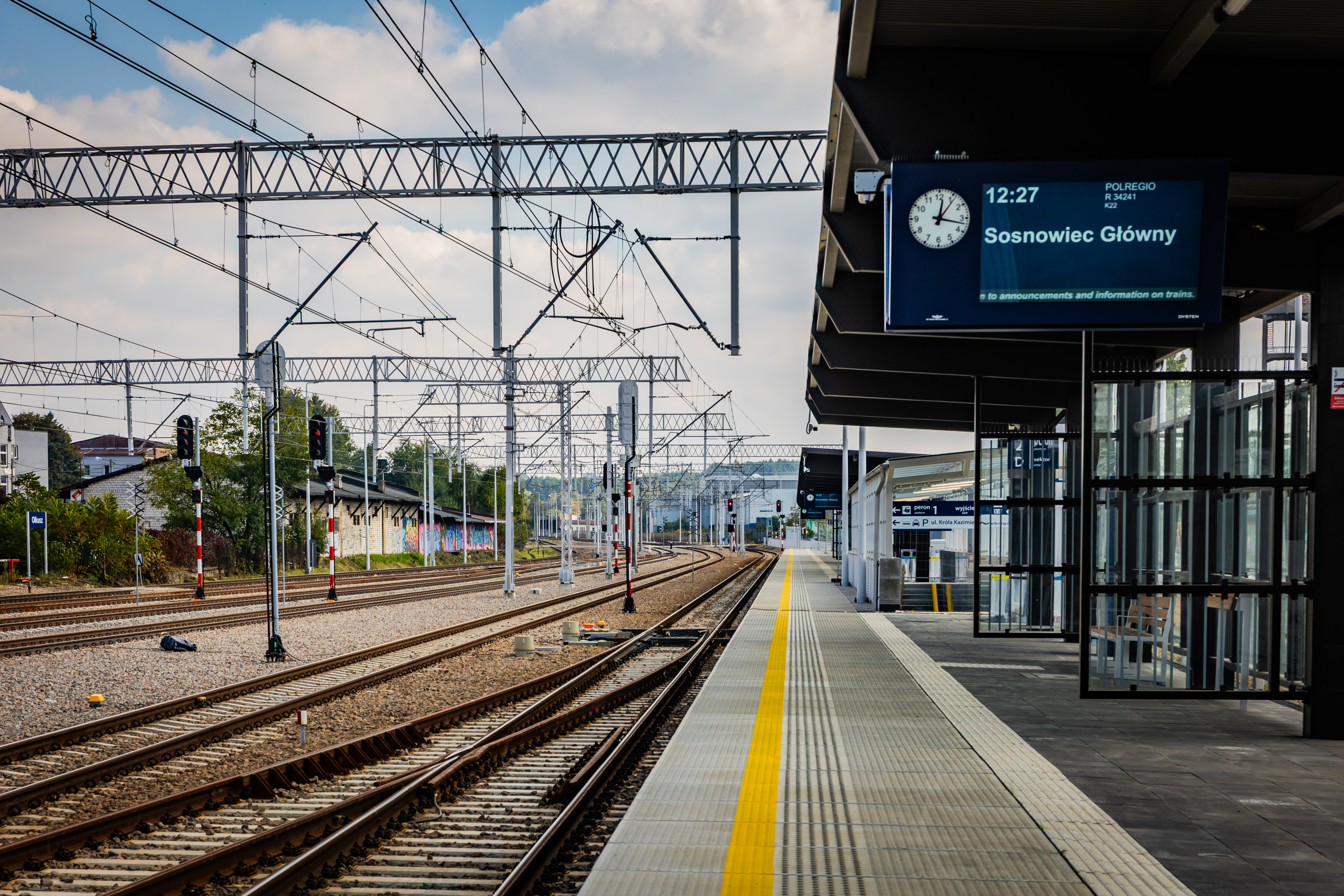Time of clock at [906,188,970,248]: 12:17
